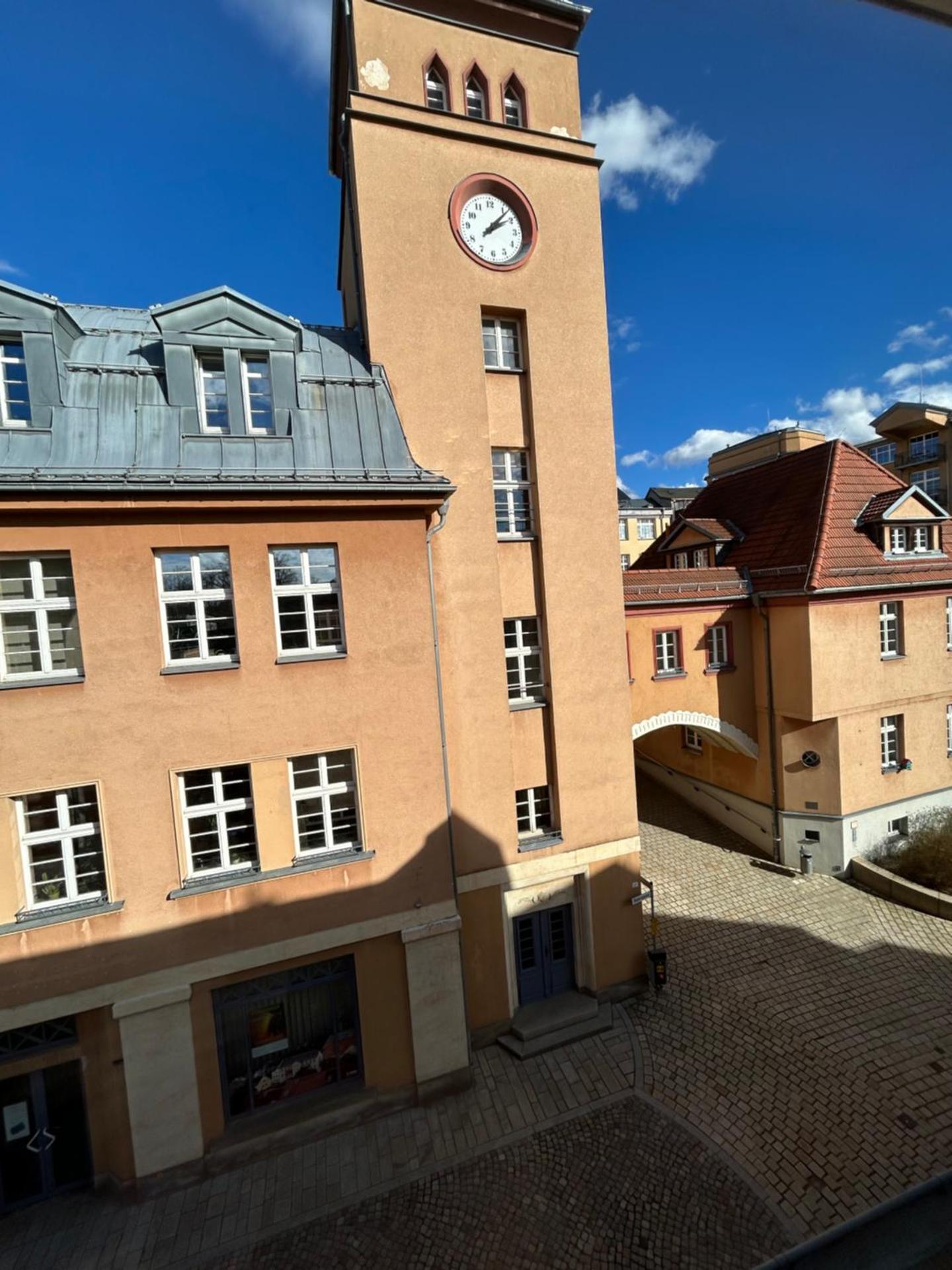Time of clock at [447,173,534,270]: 2:07
